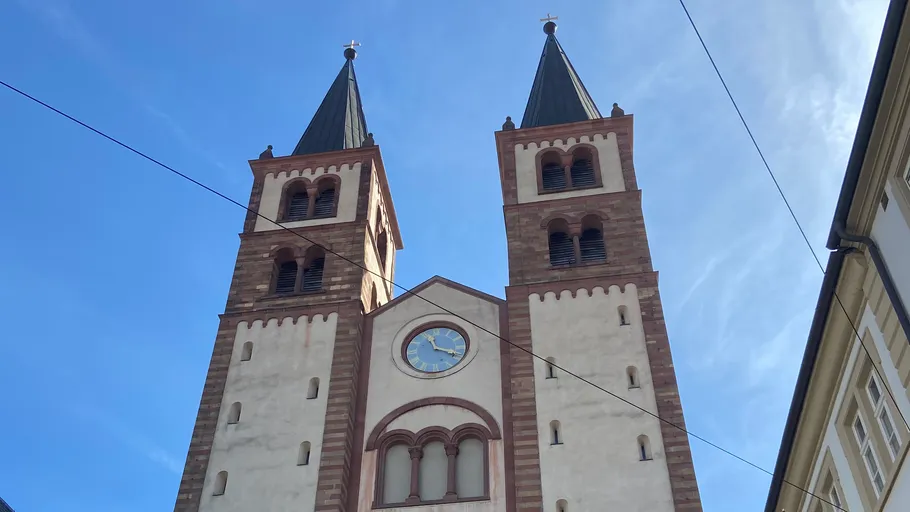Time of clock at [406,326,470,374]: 11:18
